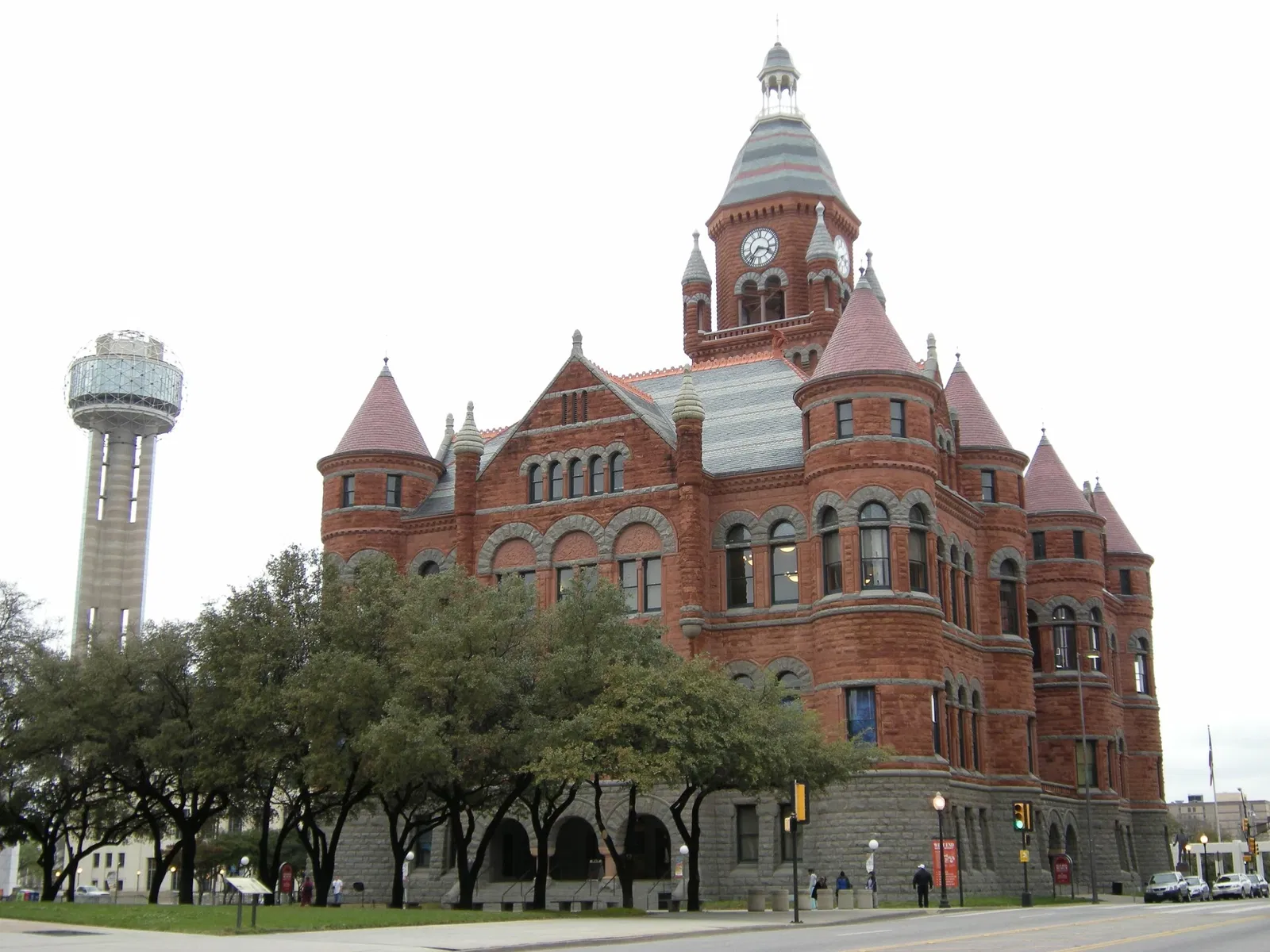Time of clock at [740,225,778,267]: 3:36
